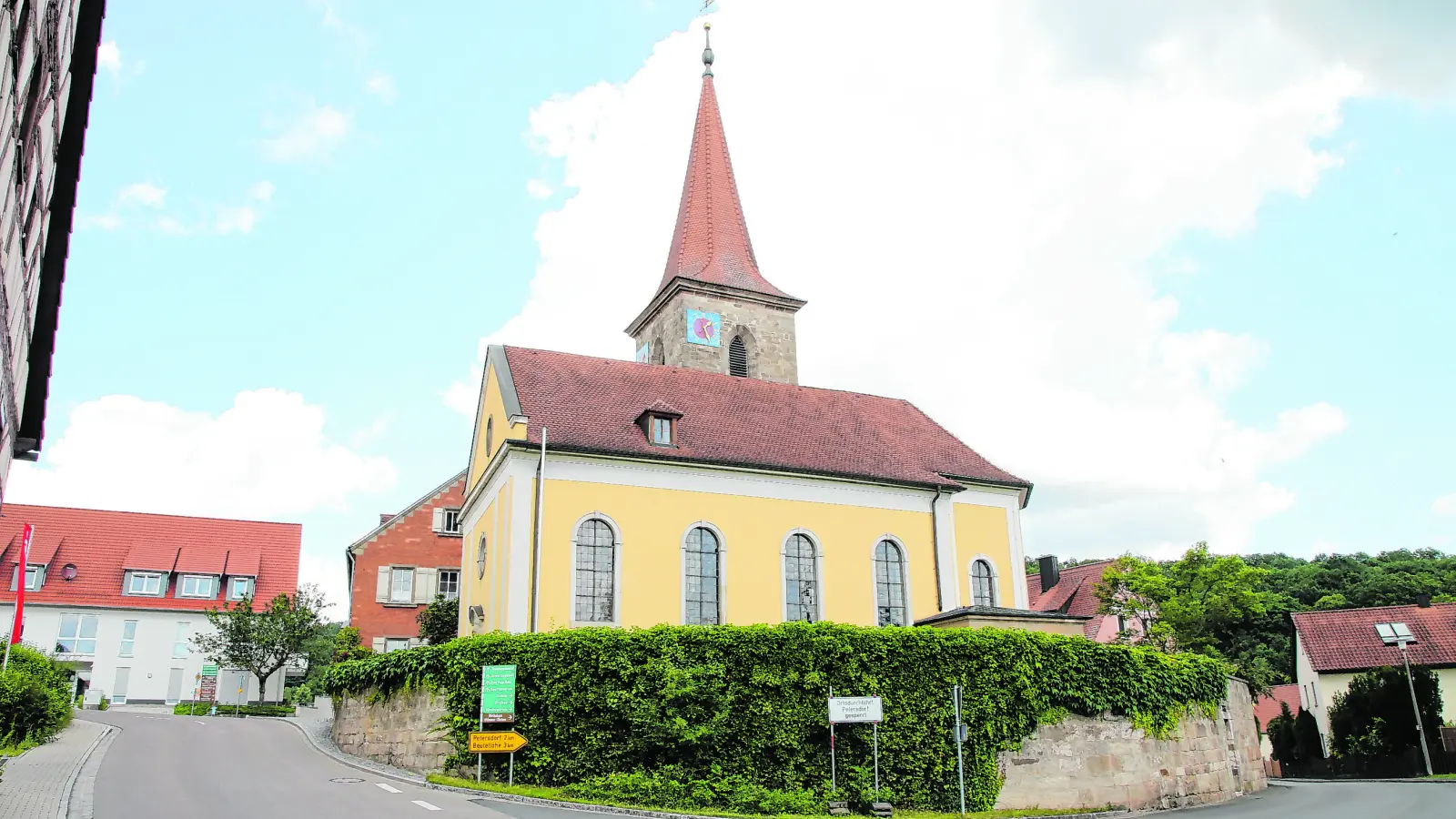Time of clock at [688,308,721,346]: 1:26
